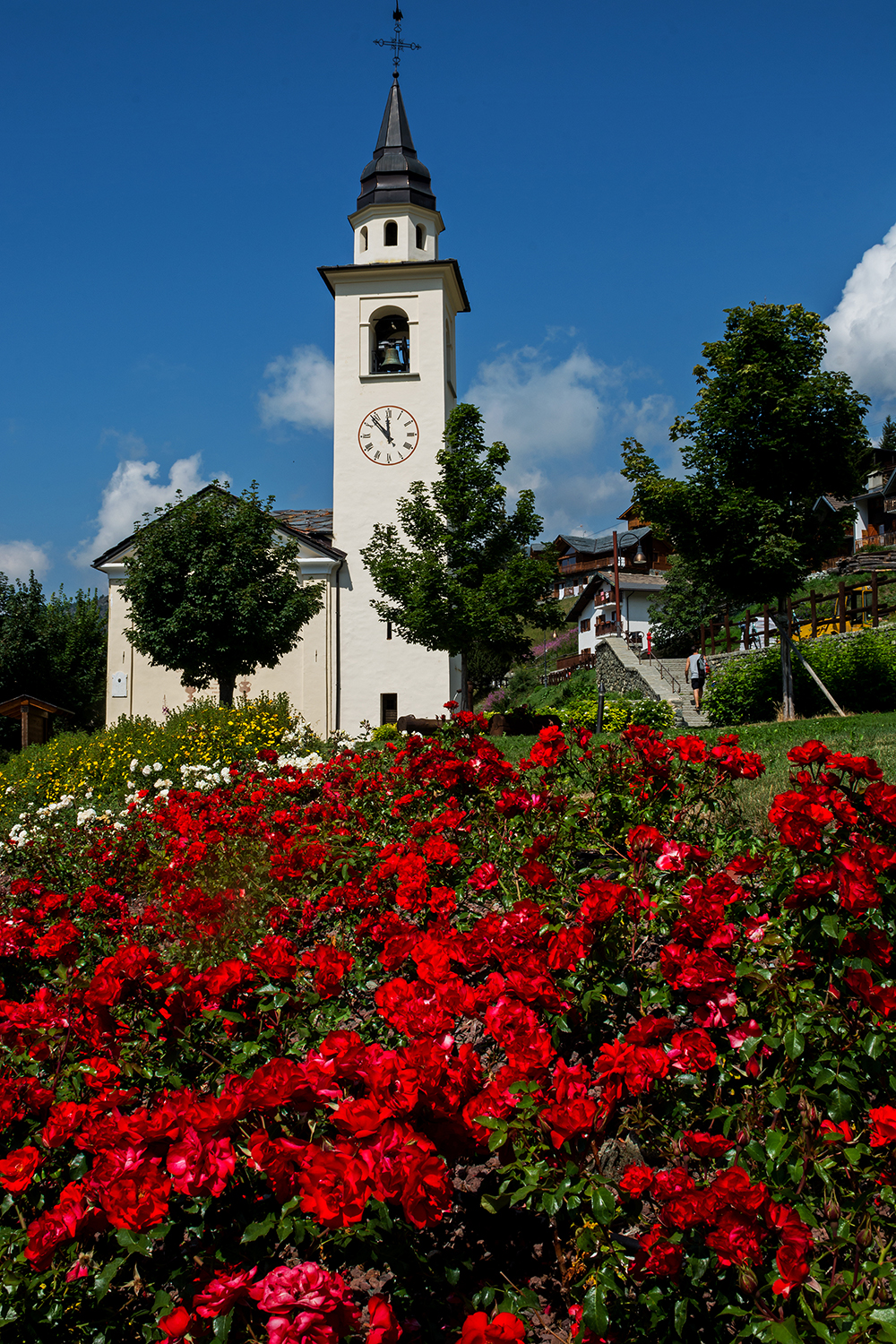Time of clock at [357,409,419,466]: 11:53
